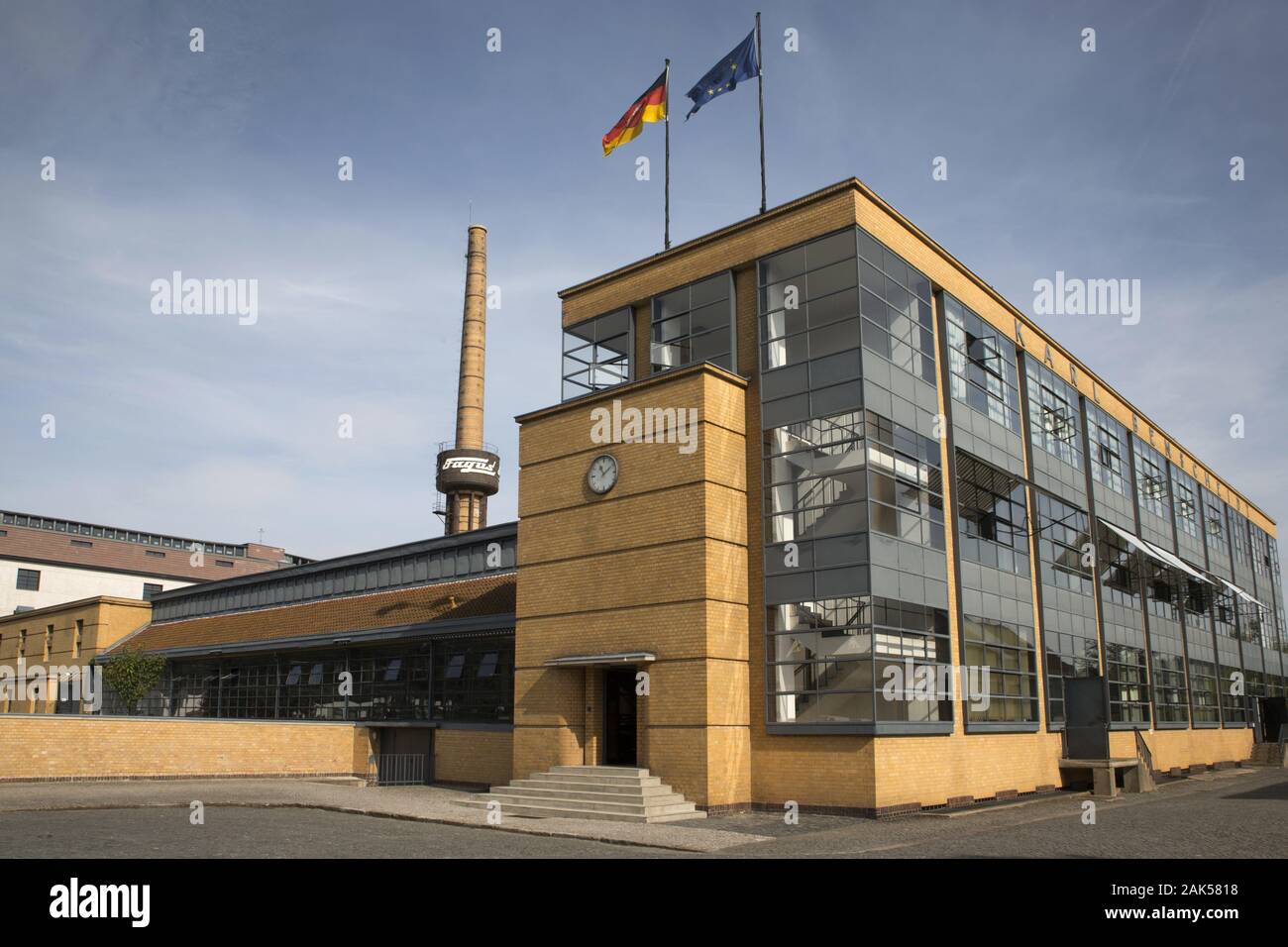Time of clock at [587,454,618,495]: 11:09
